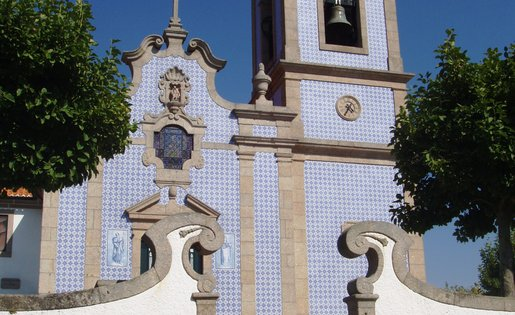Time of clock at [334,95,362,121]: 4:34
